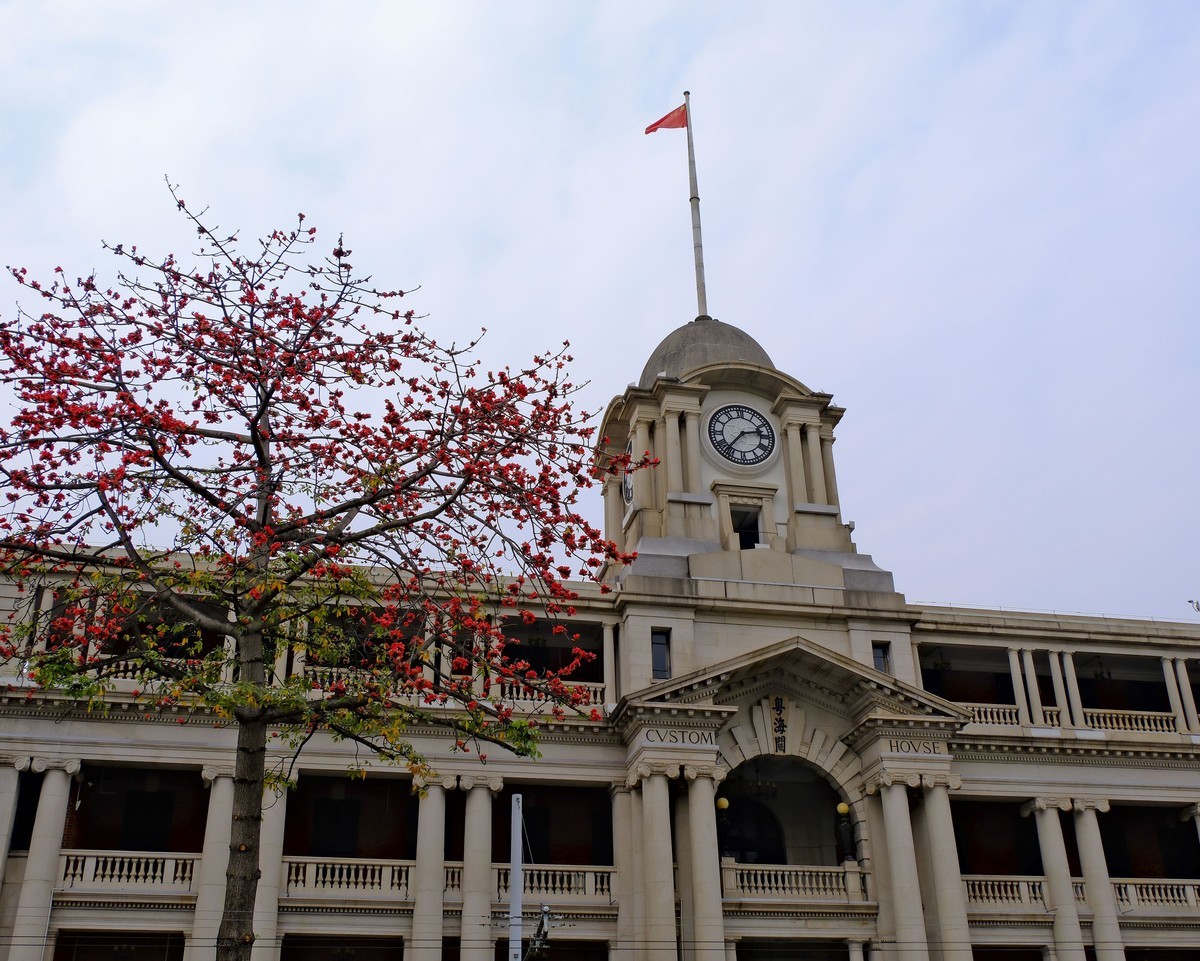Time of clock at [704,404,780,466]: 2:36
